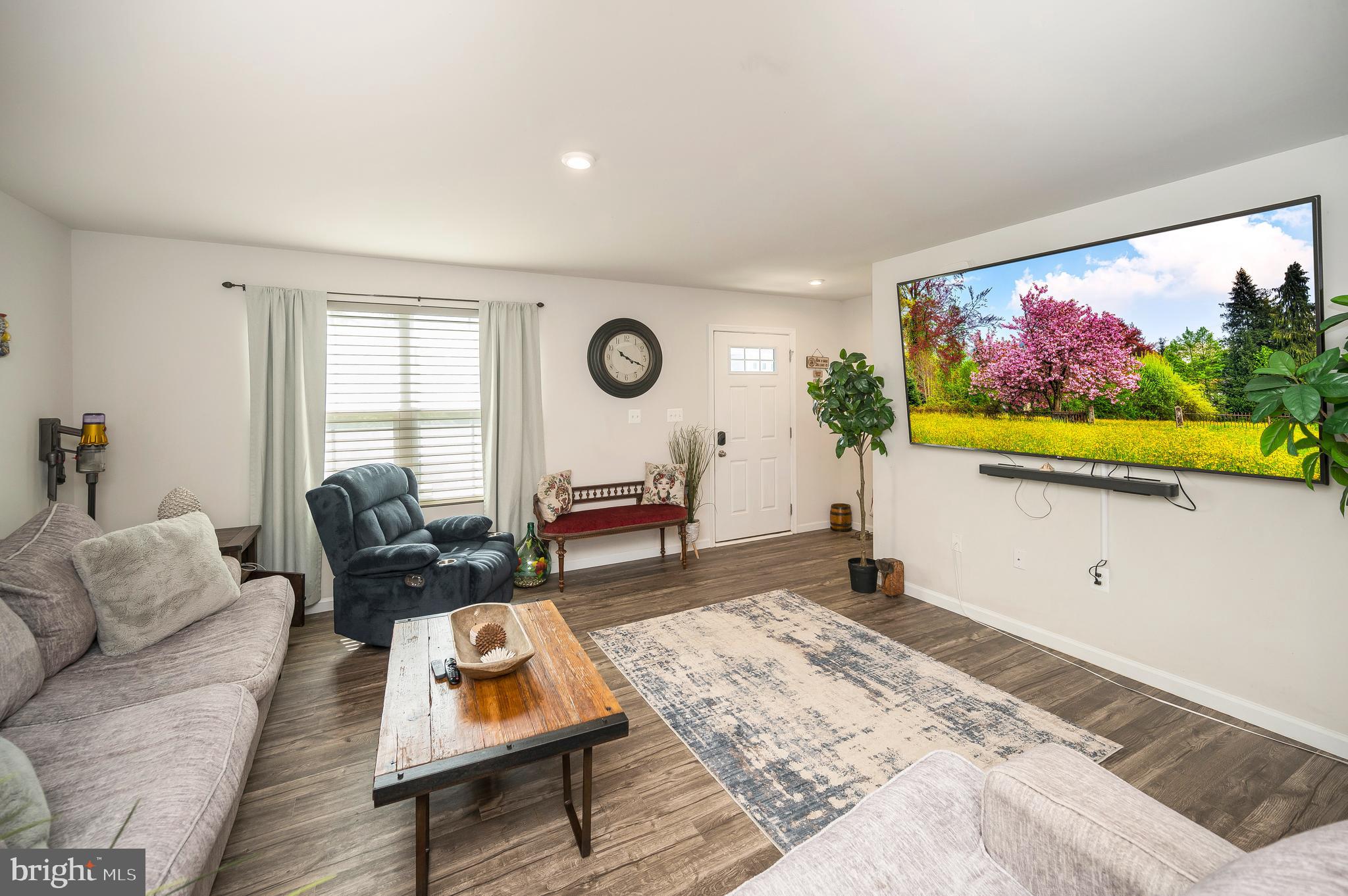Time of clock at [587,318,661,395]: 10:18
